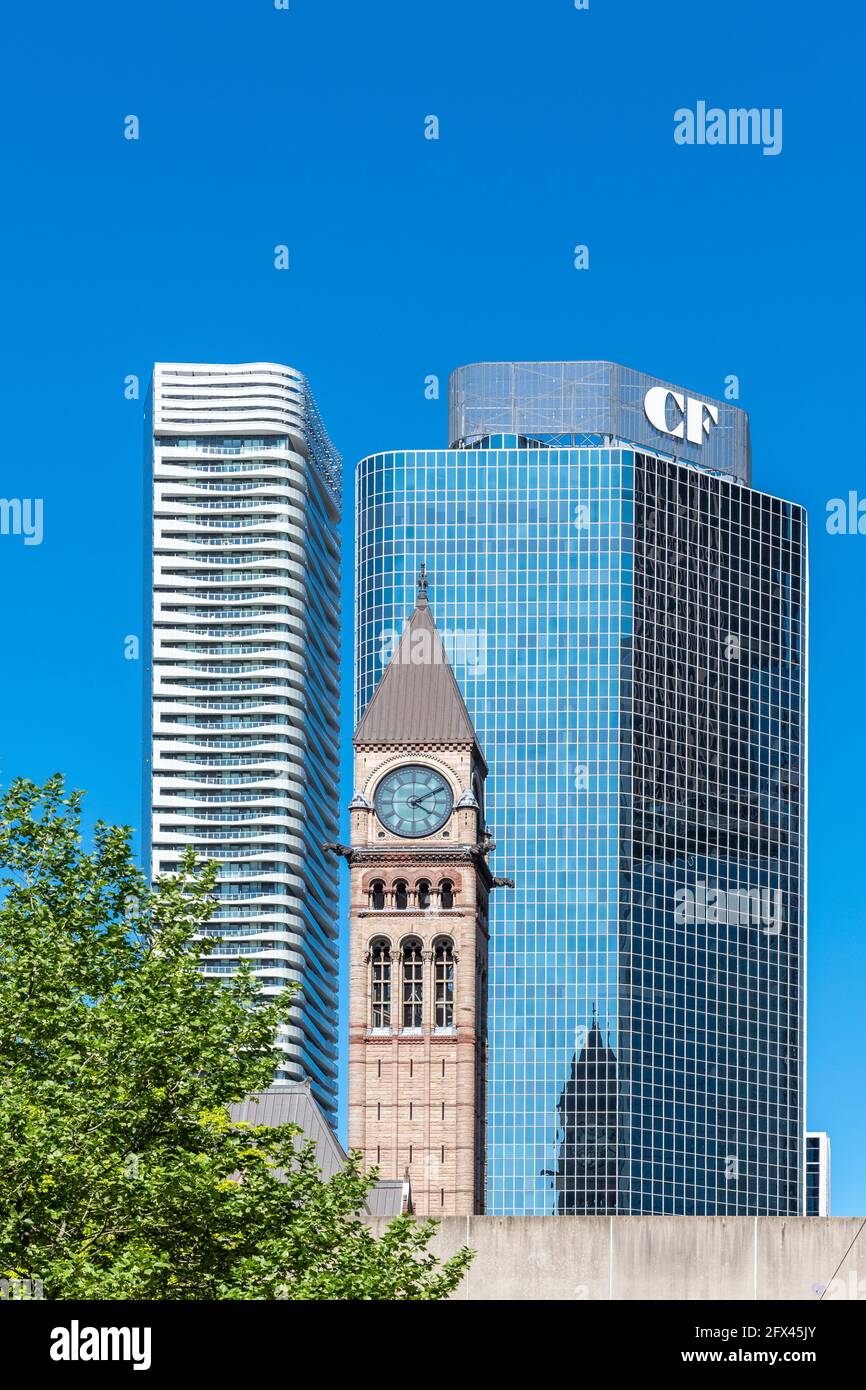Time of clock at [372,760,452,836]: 4:10
